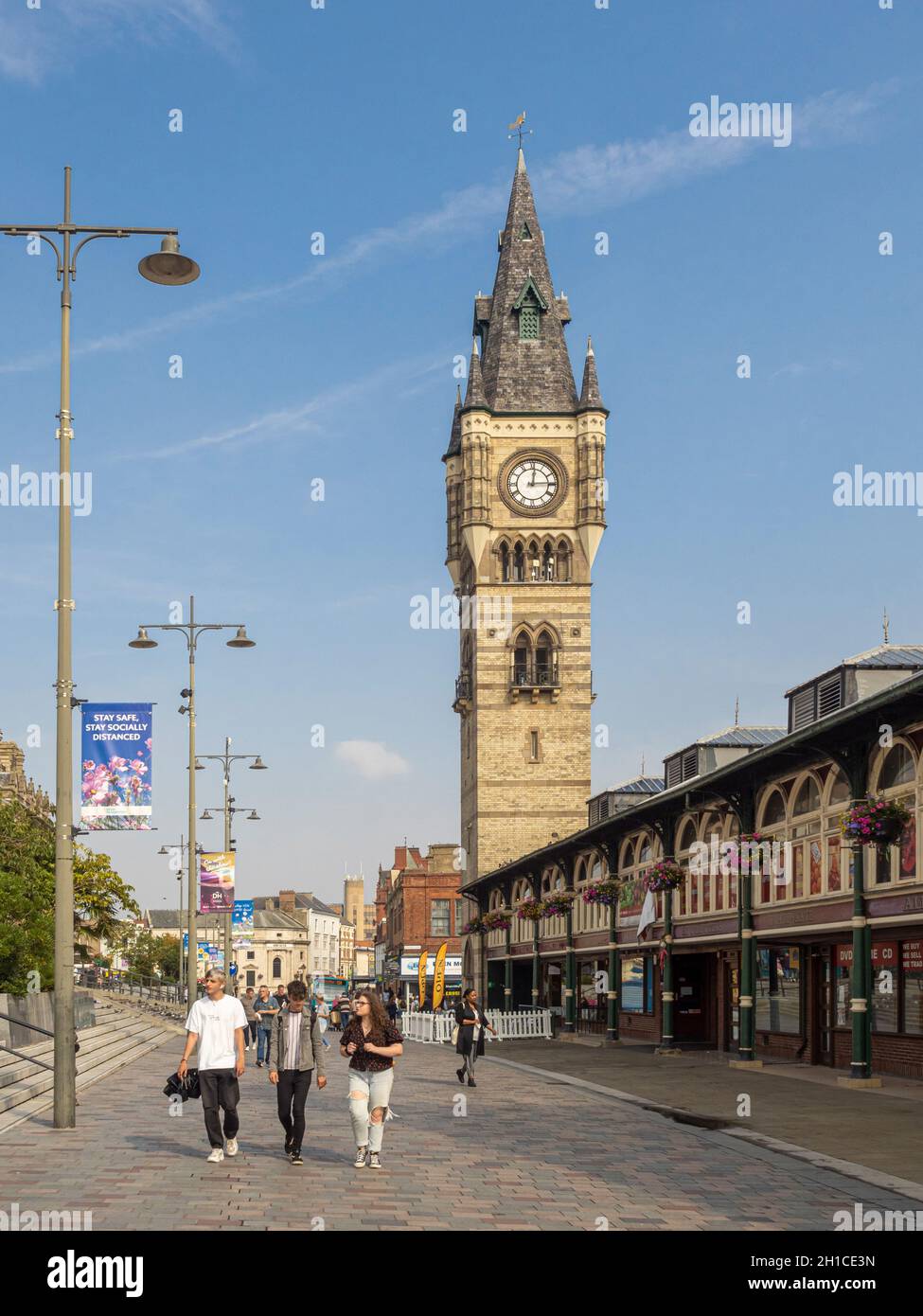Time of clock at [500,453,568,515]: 12:14
